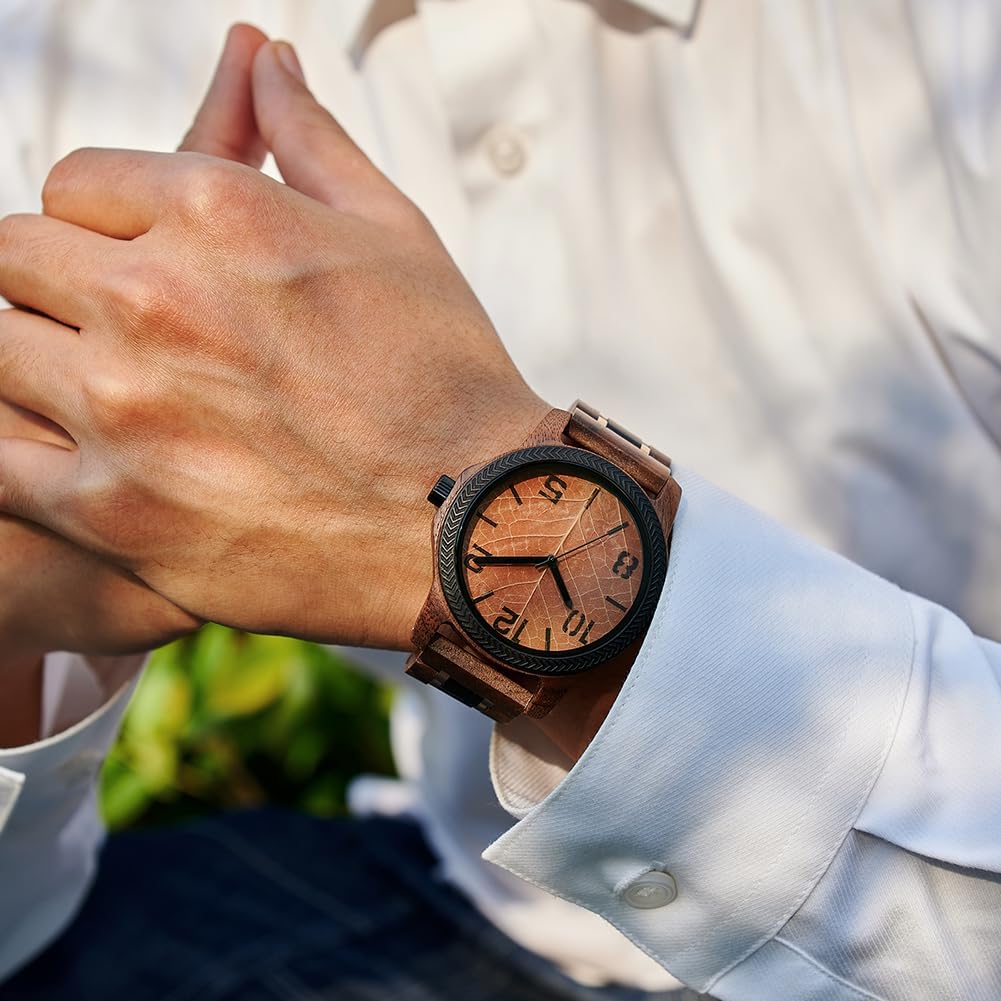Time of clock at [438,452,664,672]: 4:44
